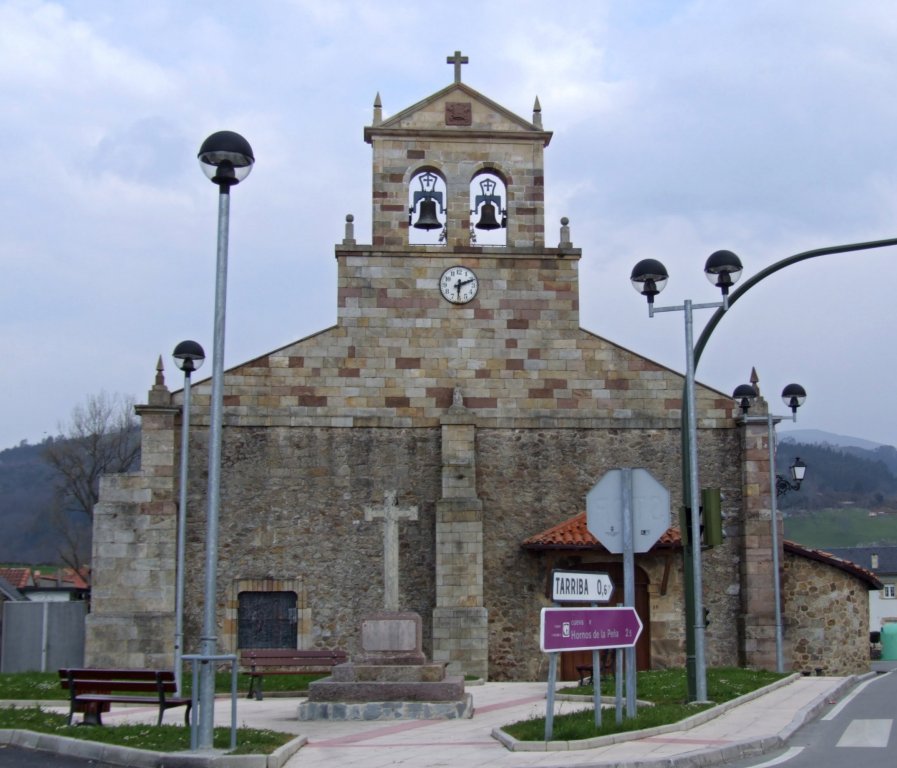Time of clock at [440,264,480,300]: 6:11
